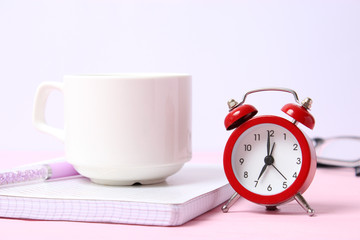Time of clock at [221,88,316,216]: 7:00
